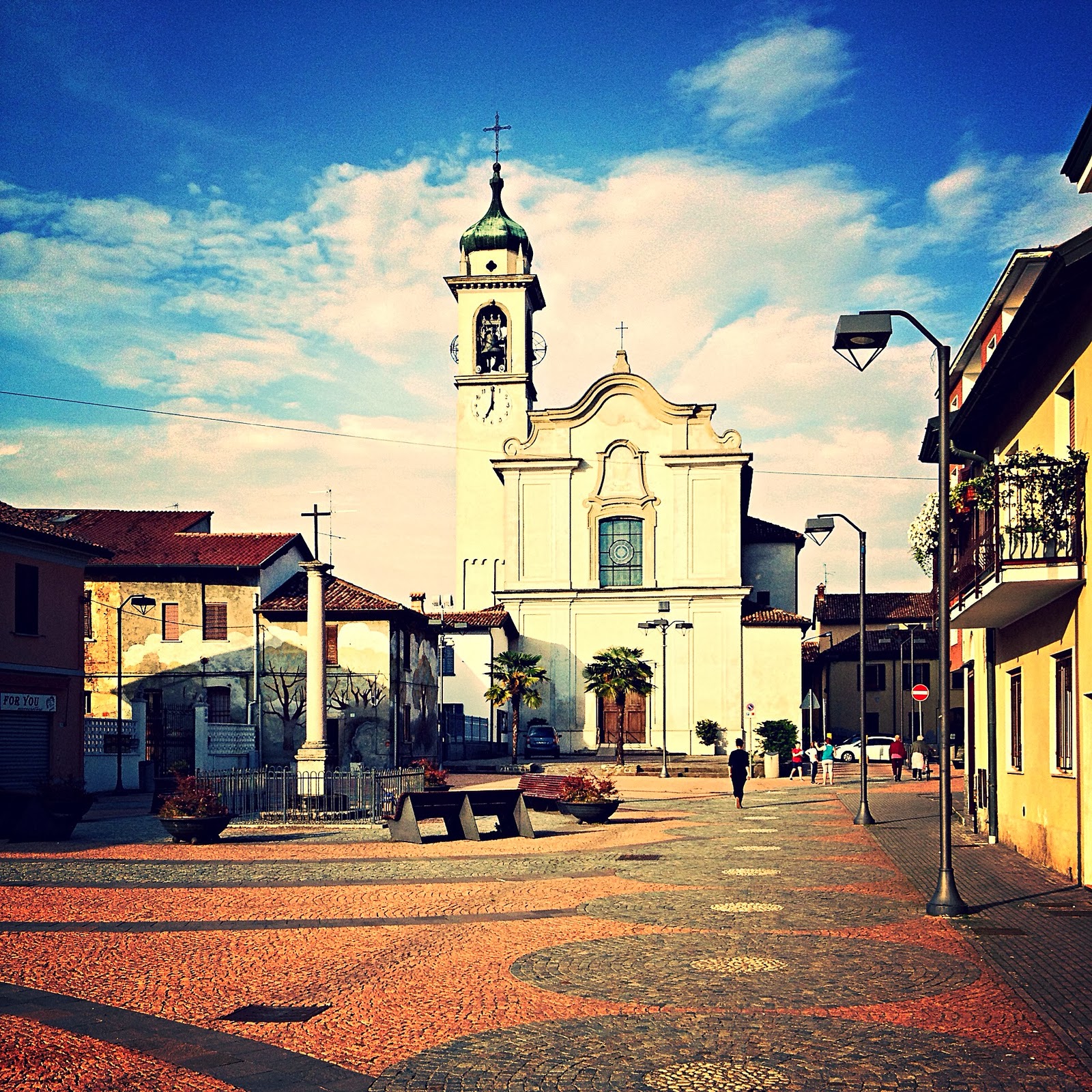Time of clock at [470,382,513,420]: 7:00
